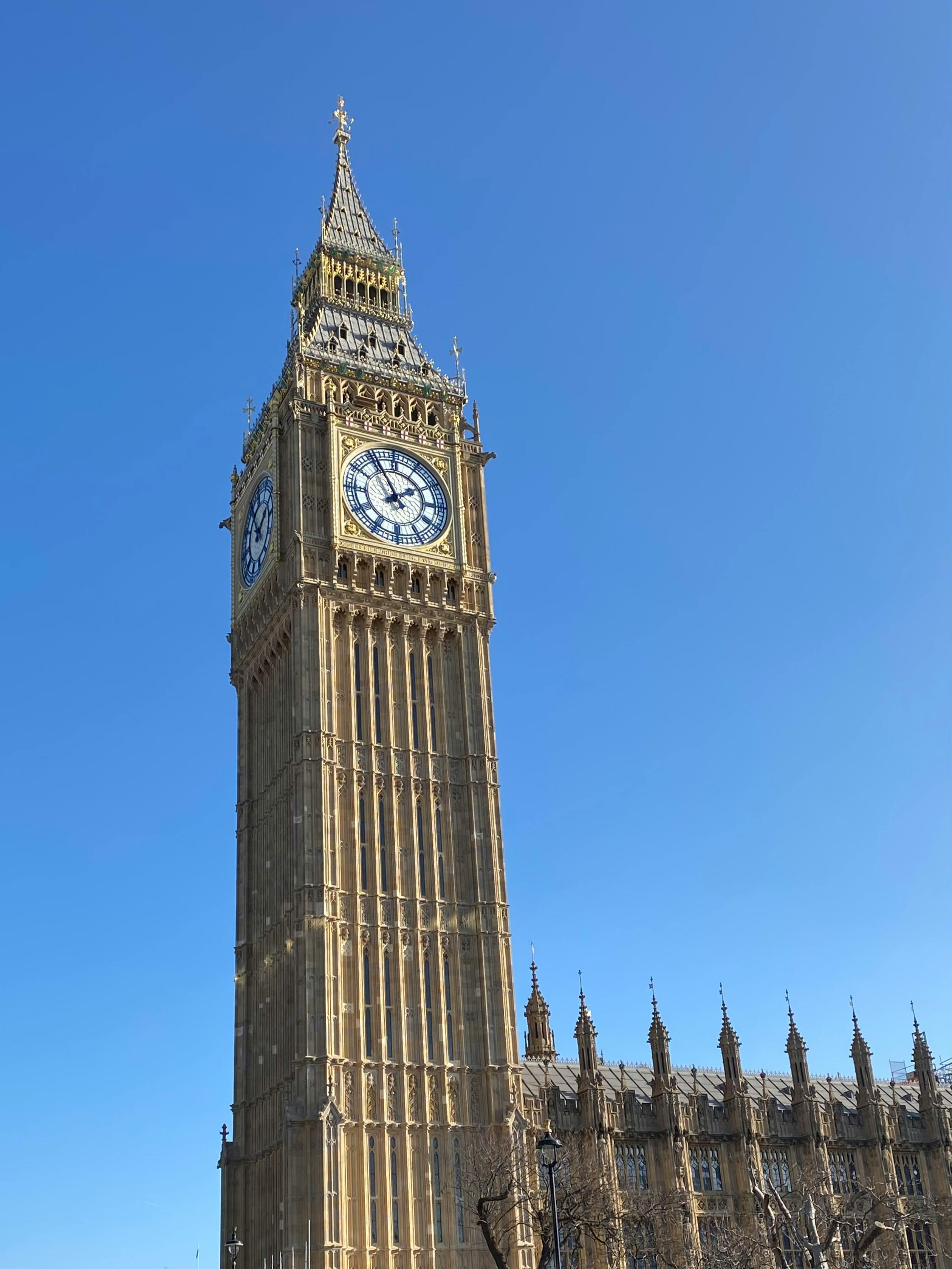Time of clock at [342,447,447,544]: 1:55
